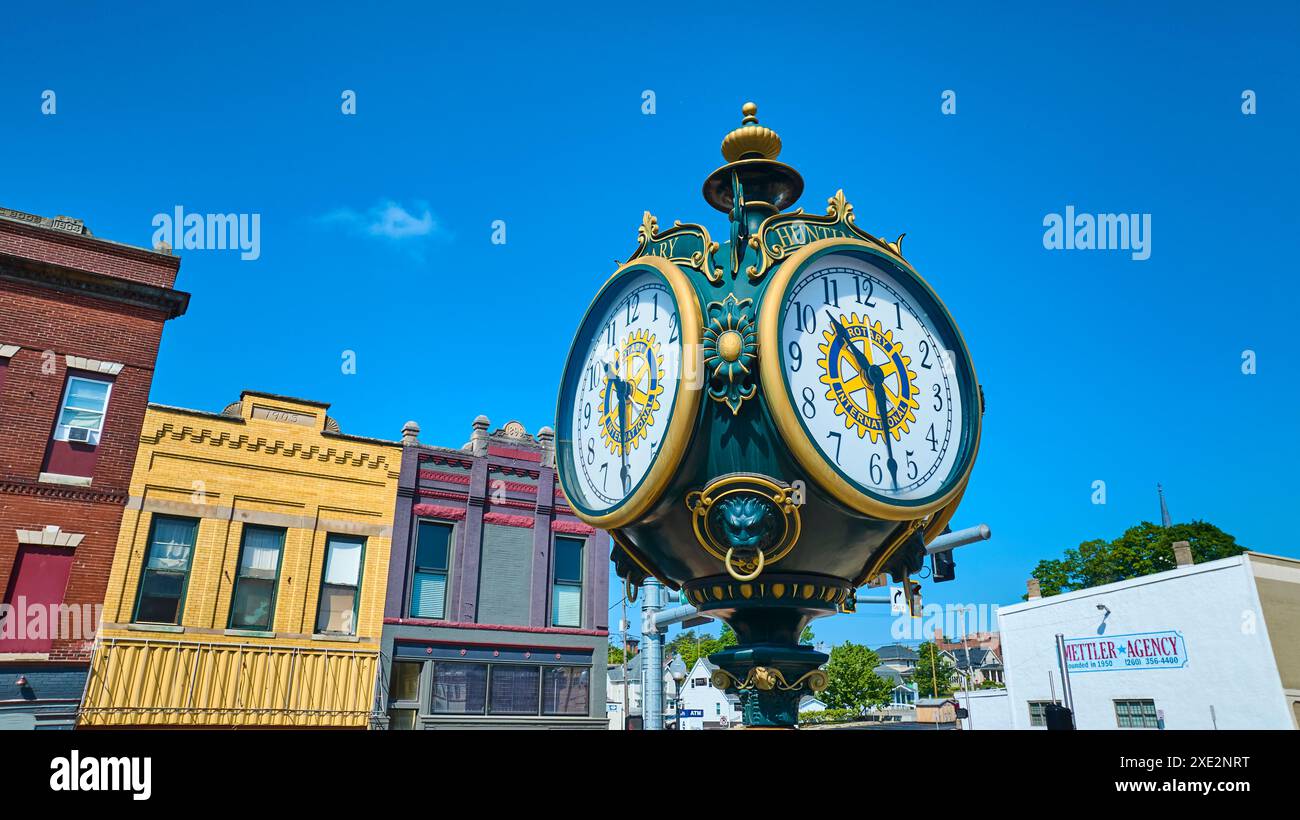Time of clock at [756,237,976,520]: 10:28
